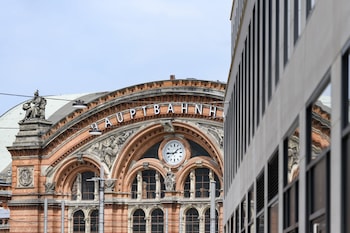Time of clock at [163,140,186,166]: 1:44
